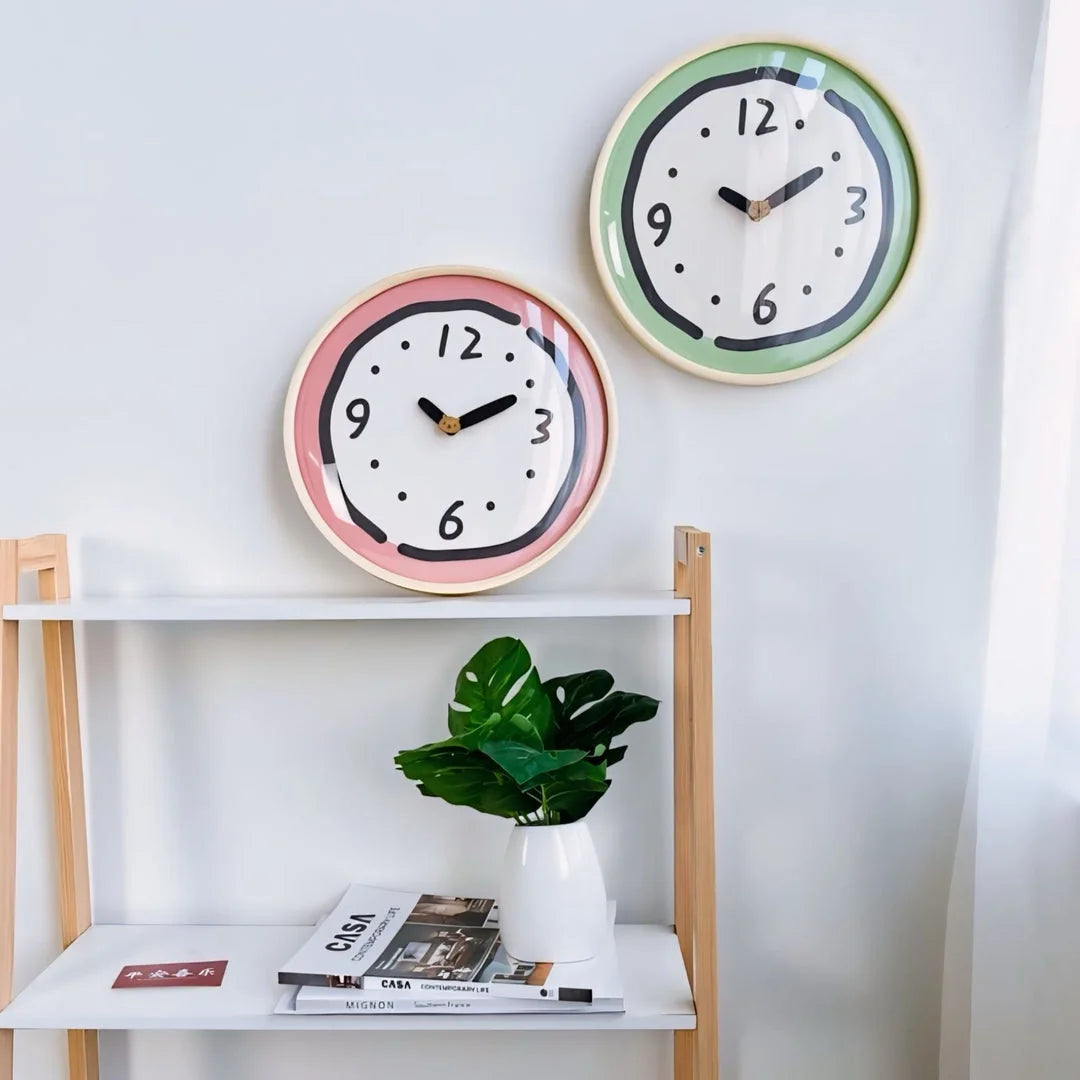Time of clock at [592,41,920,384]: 10:10
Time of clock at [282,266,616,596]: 10:10
